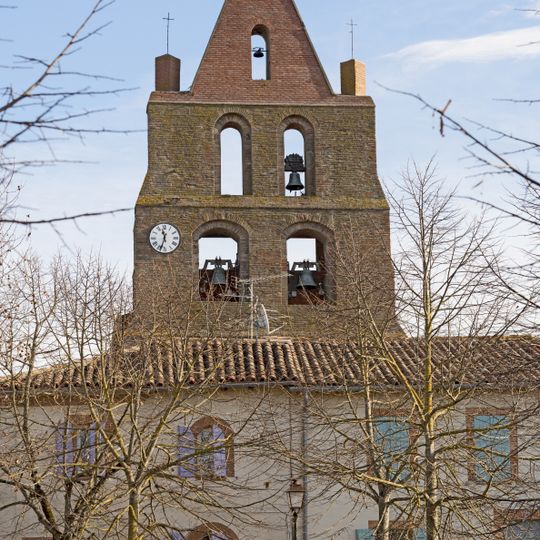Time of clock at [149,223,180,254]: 11:33
